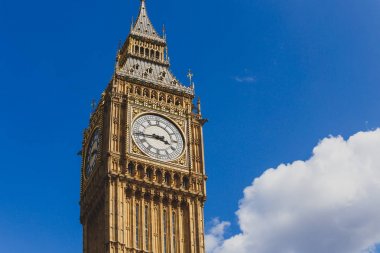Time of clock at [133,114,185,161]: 3:43
